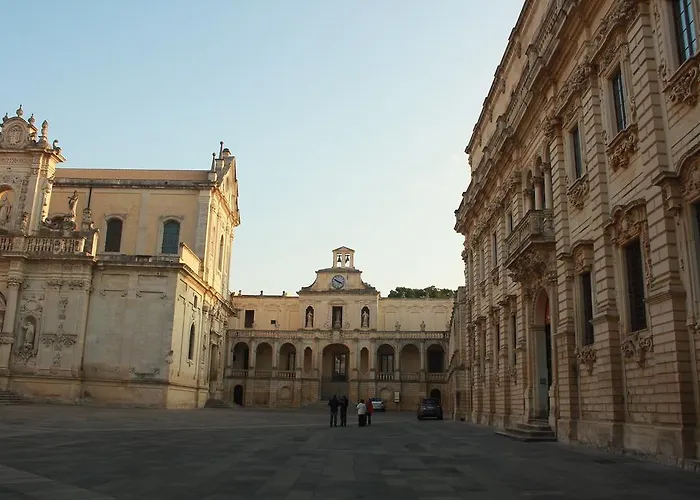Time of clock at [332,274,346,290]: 3:49
